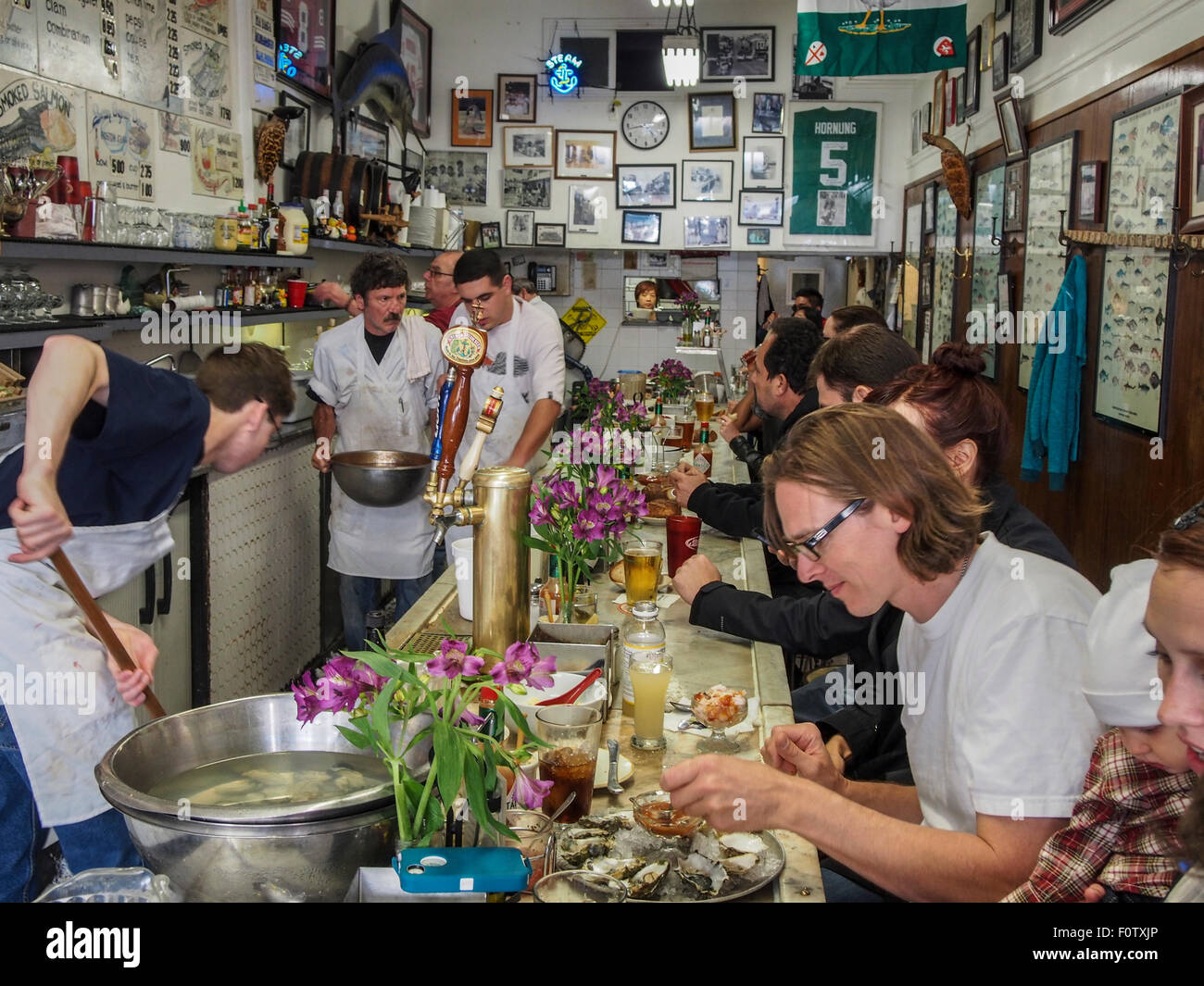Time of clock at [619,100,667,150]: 4:43
